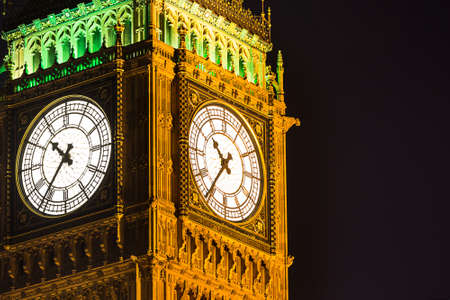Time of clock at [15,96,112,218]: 10:36
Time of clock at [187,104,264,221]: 10:35
